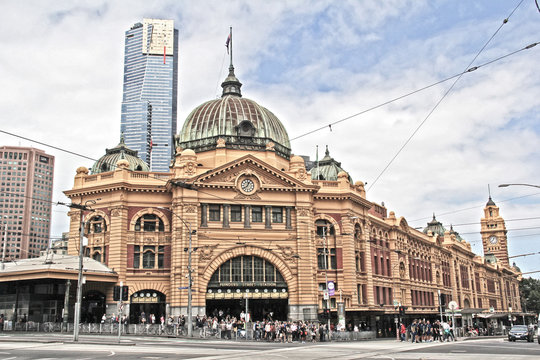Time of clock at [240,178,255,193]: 12:38
